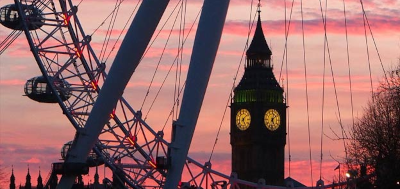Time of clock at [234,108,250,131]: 5:08
